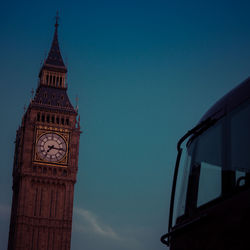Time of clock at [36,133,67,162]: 7:16
